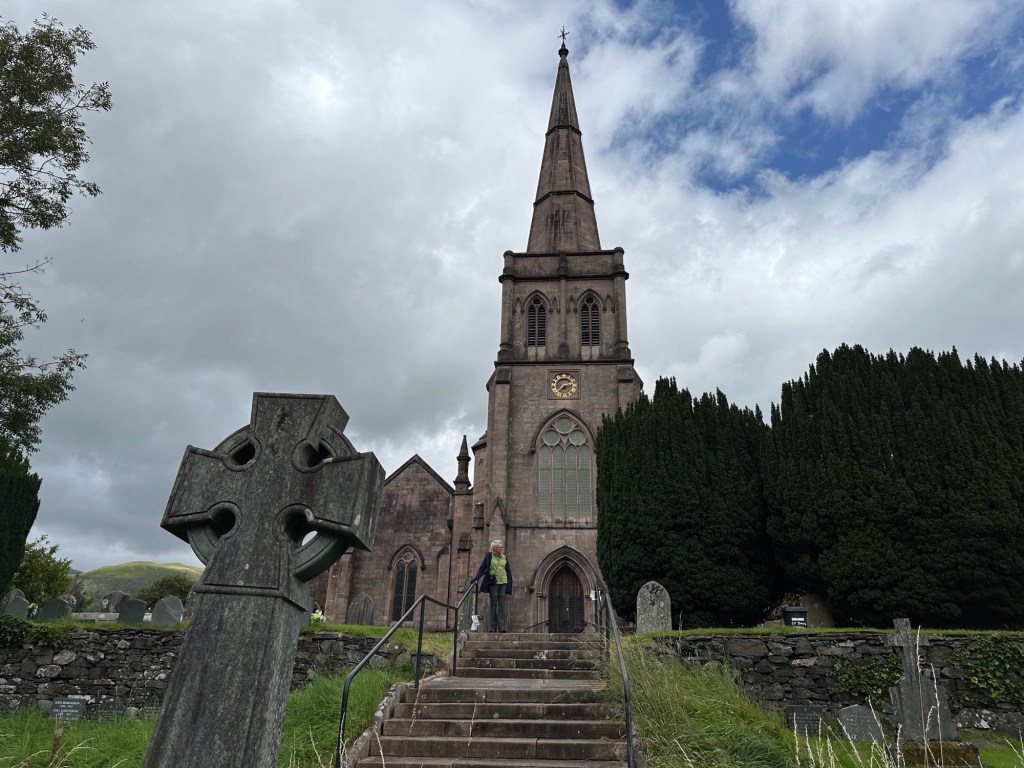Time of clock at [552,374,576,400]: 2:38
